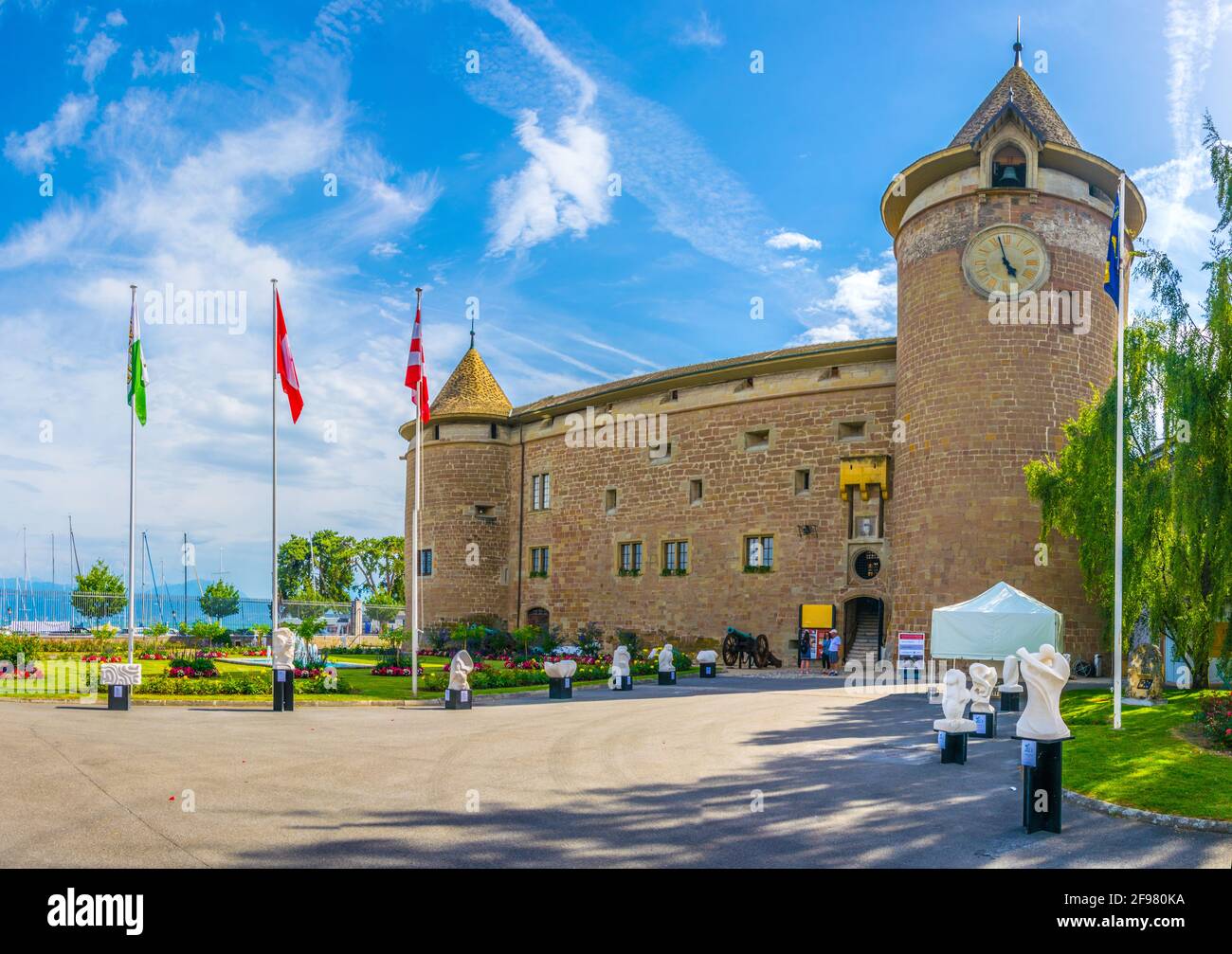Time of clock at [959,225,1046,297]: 4:57
